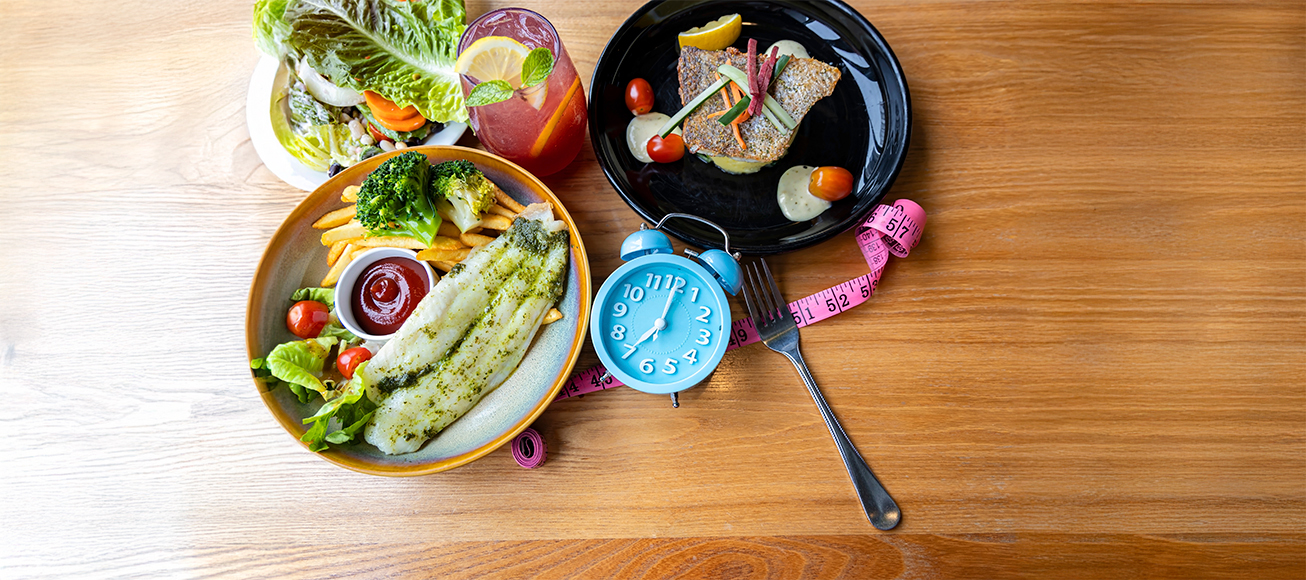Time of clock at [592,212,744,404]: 7:00
